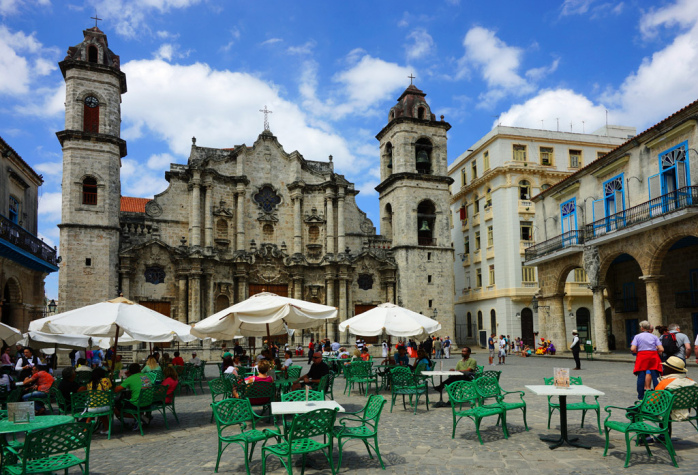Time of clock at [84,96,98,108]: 7:00
